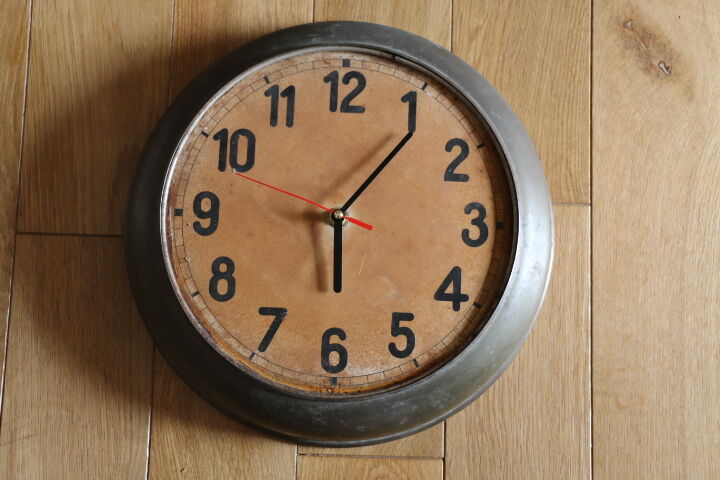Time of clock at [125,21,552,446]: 6:06
